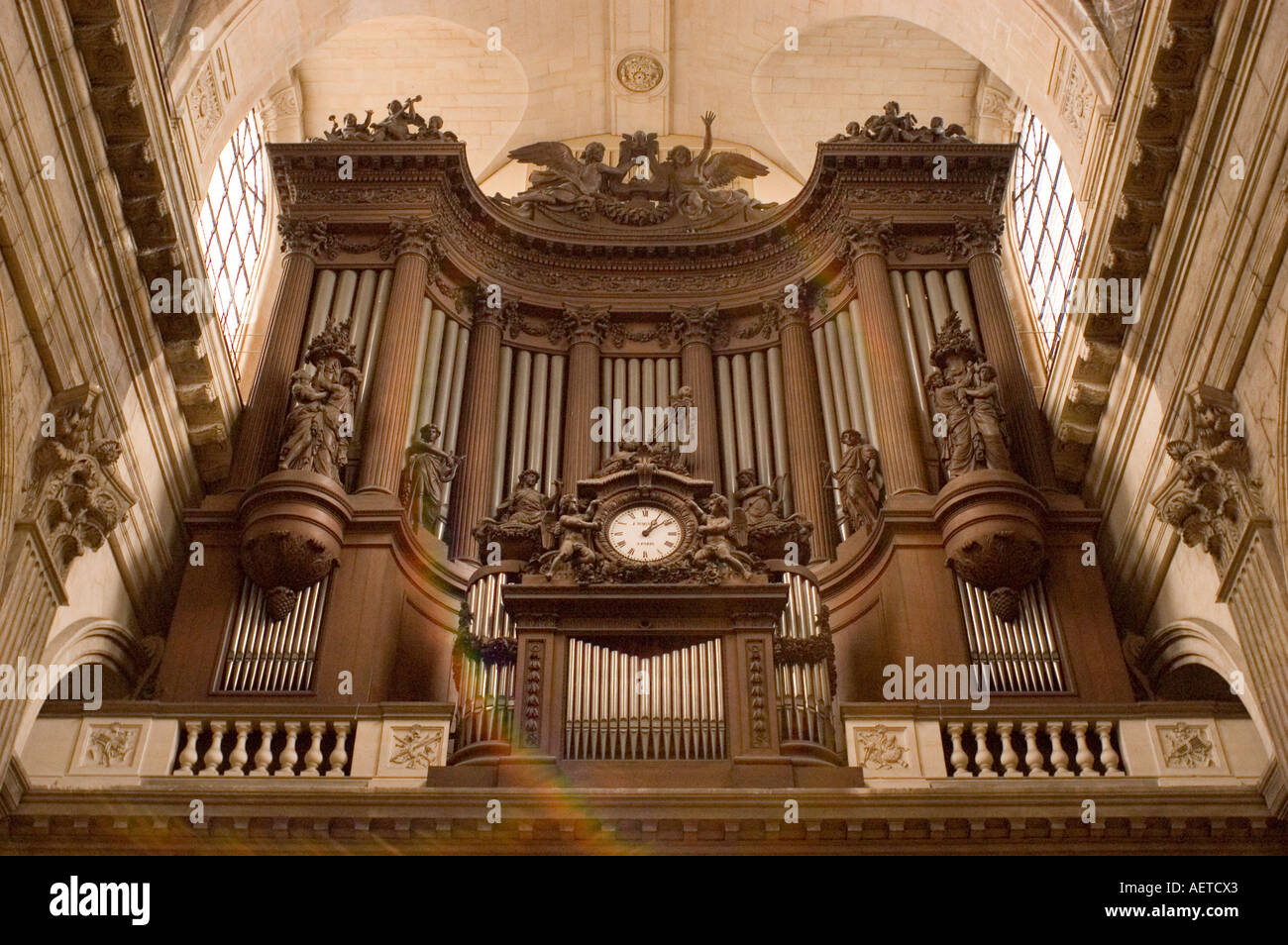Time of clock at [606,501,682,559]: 1:08
